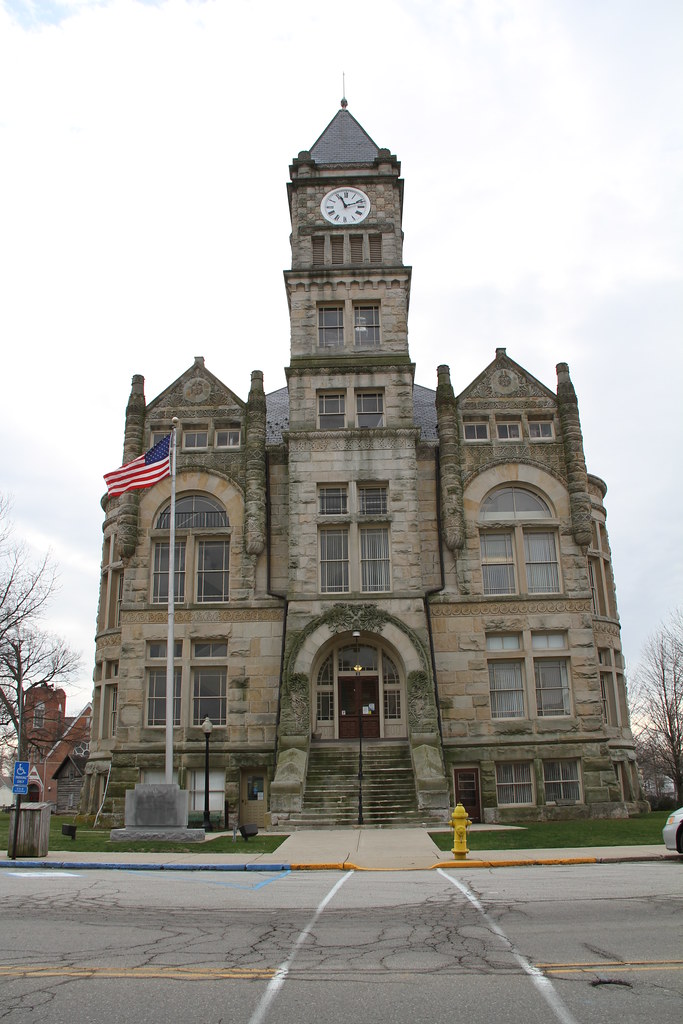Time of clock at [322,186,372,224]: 11:11
